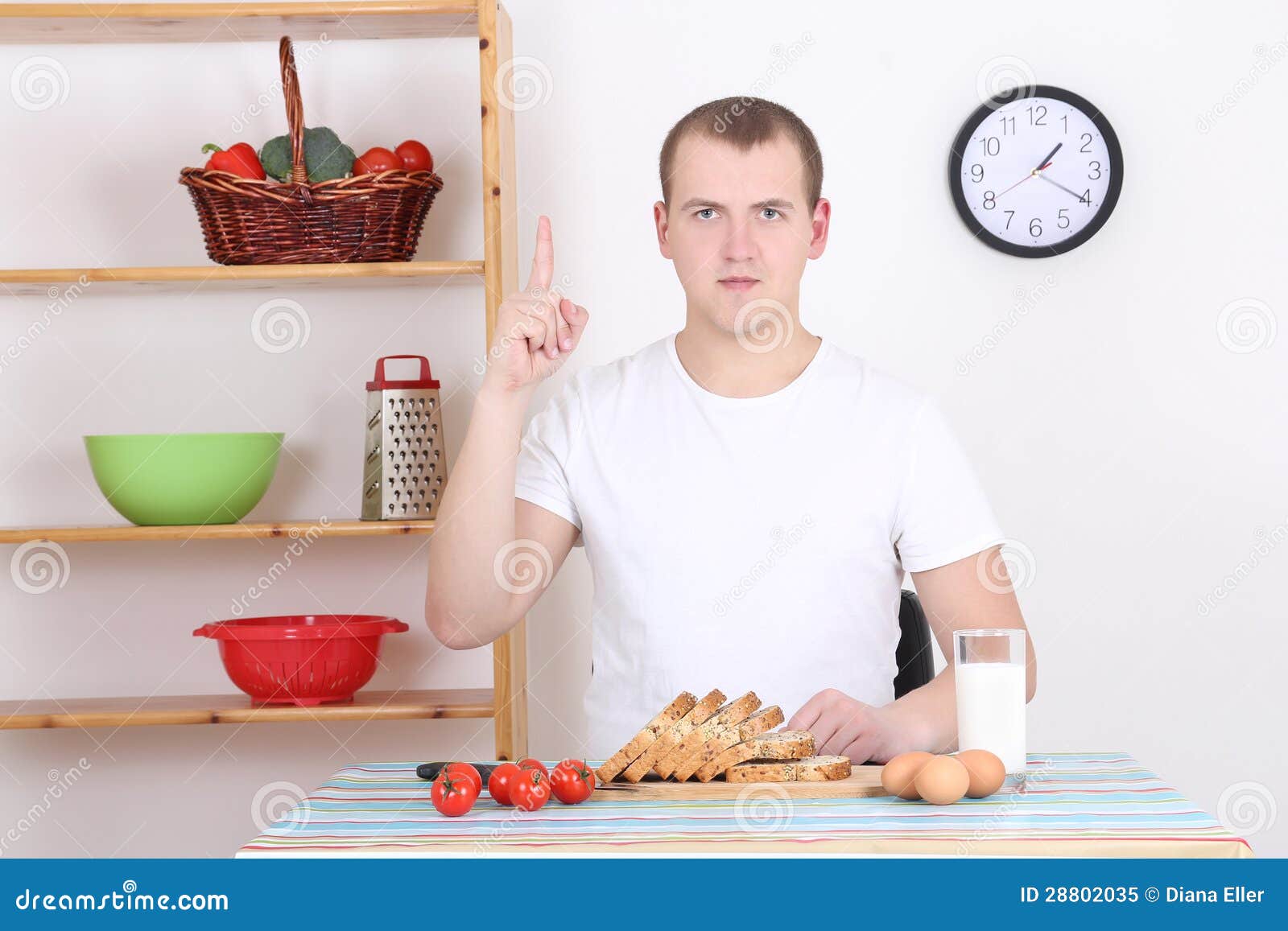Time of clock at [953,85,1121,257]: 1:20
